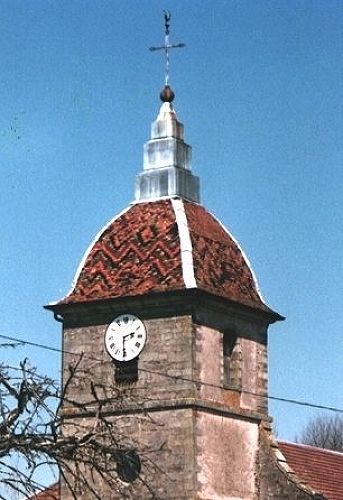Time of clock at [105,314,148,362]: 2:30
